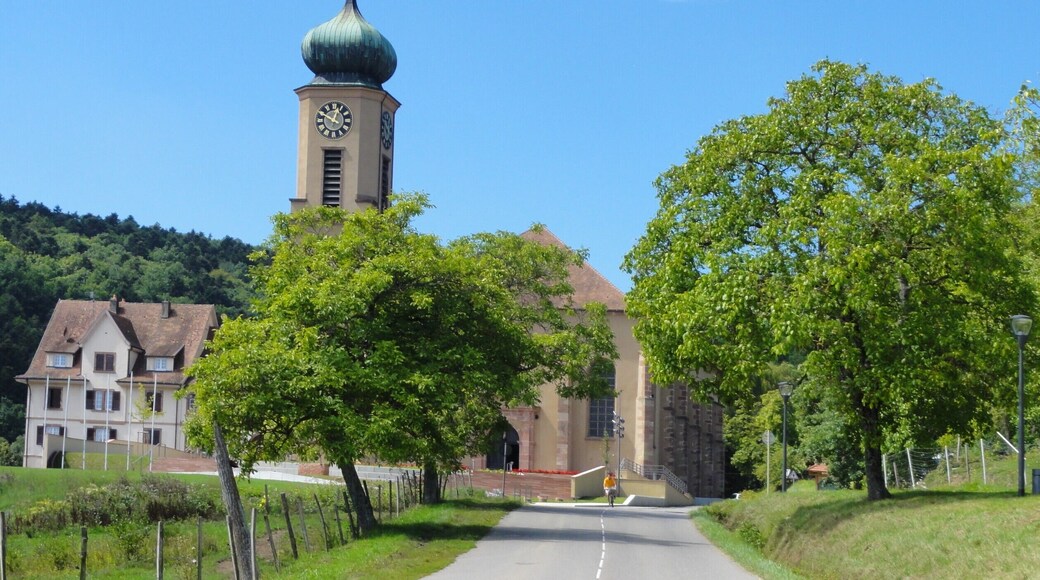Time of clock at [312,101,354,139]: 12:49
